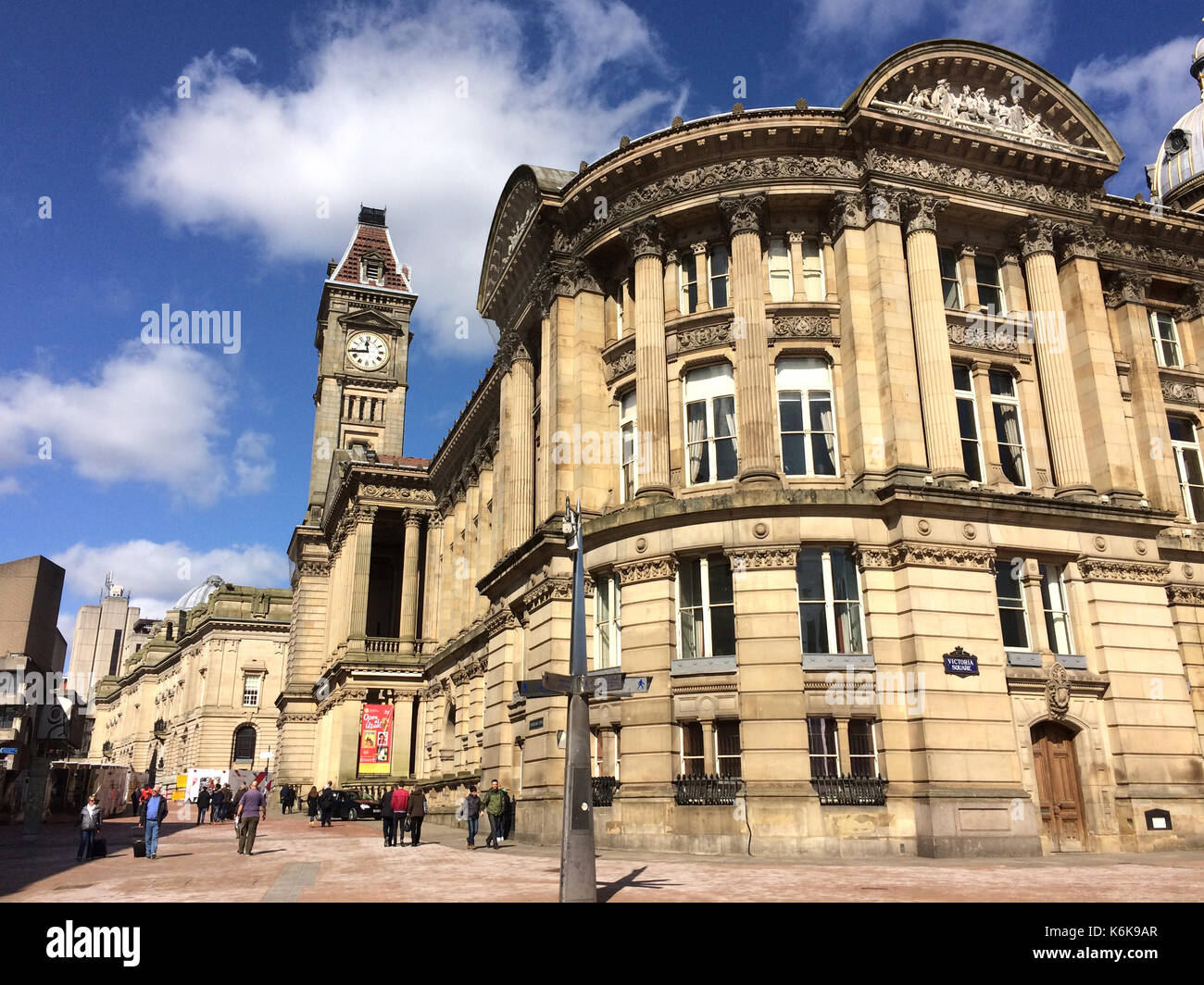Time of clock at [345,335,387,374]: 11:43
